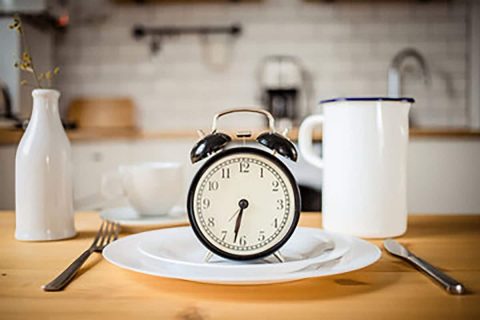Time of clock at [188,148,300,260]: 6:32
